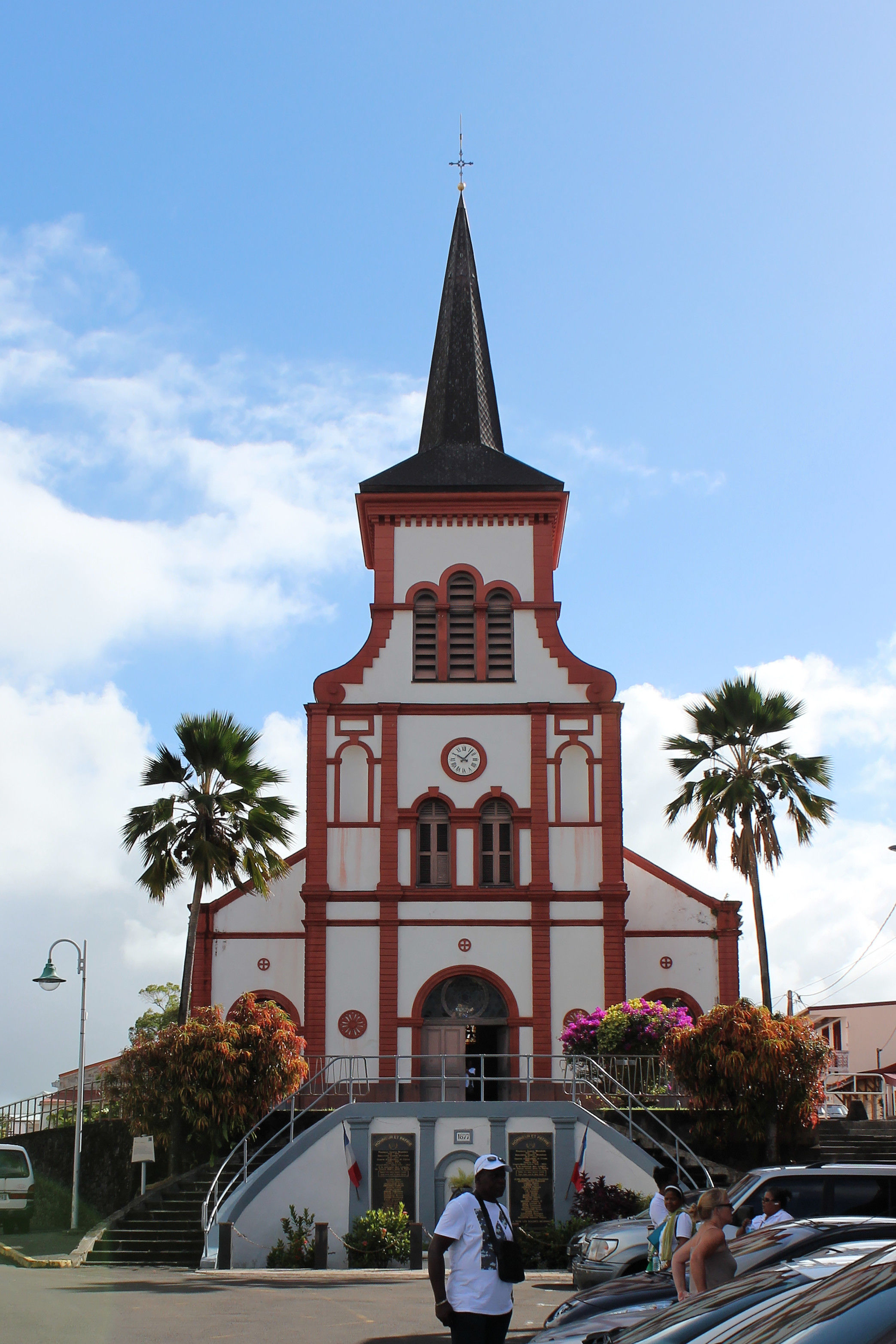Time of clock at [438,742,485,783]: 10:07
